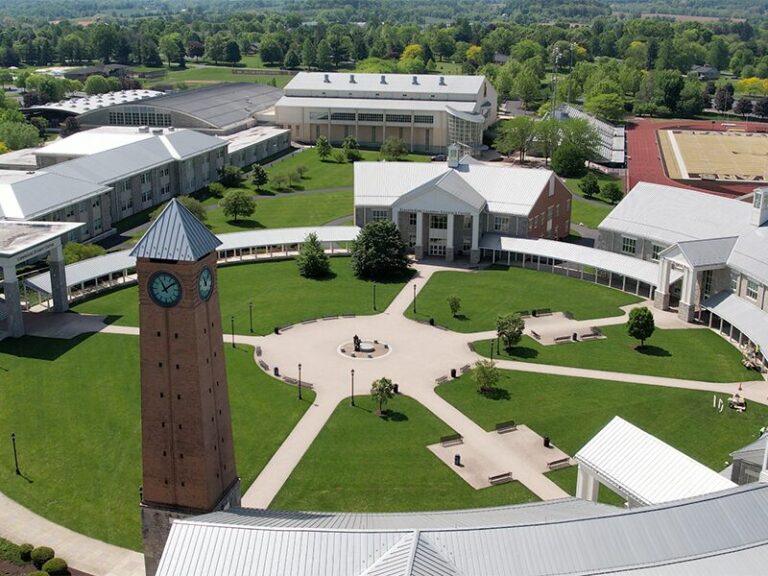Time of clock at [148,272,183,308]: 11:08
